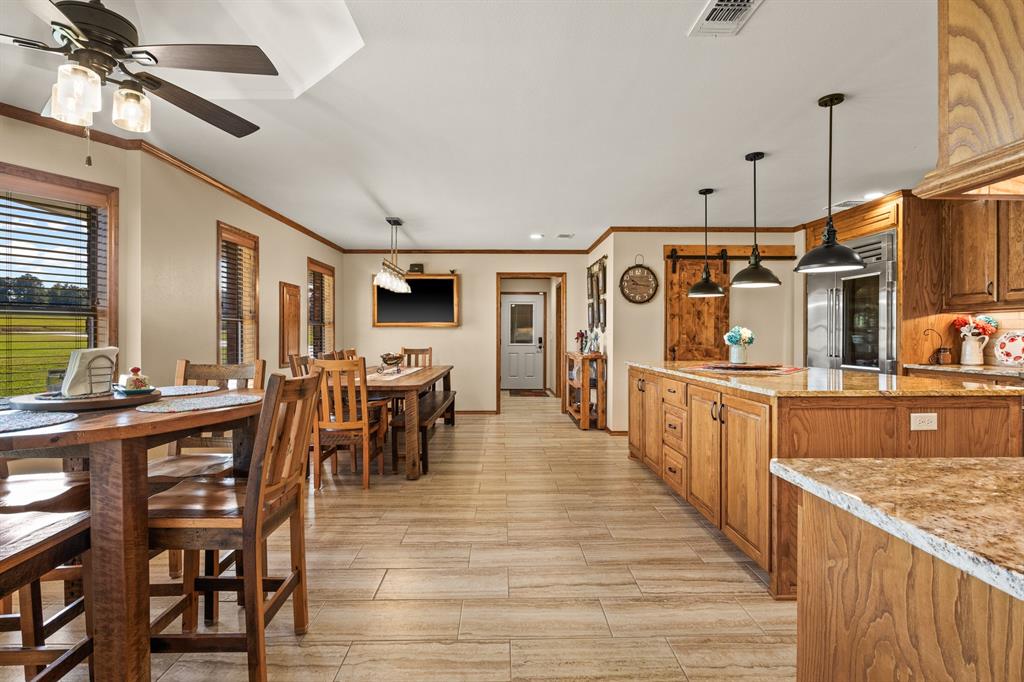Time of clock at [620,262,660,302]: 10:16
